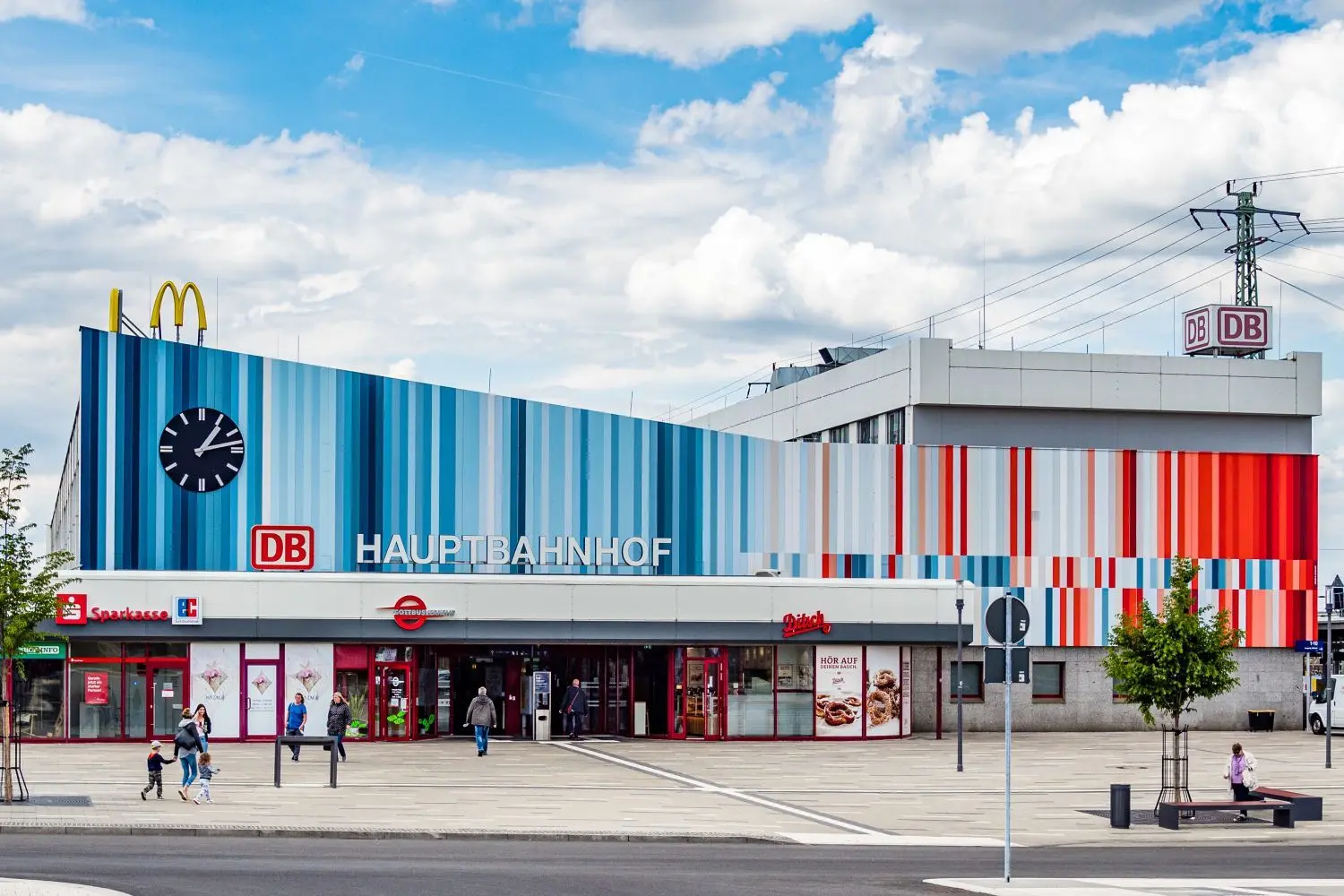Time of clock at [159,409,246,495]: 1:13
